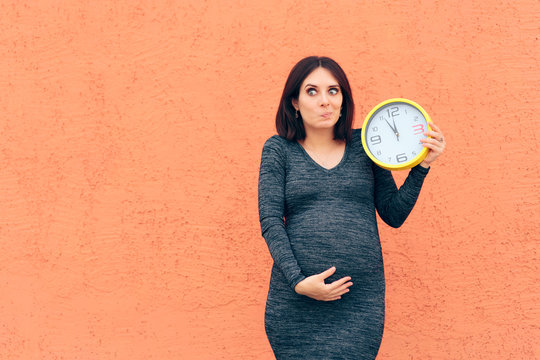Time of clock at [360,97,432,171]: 11:55
